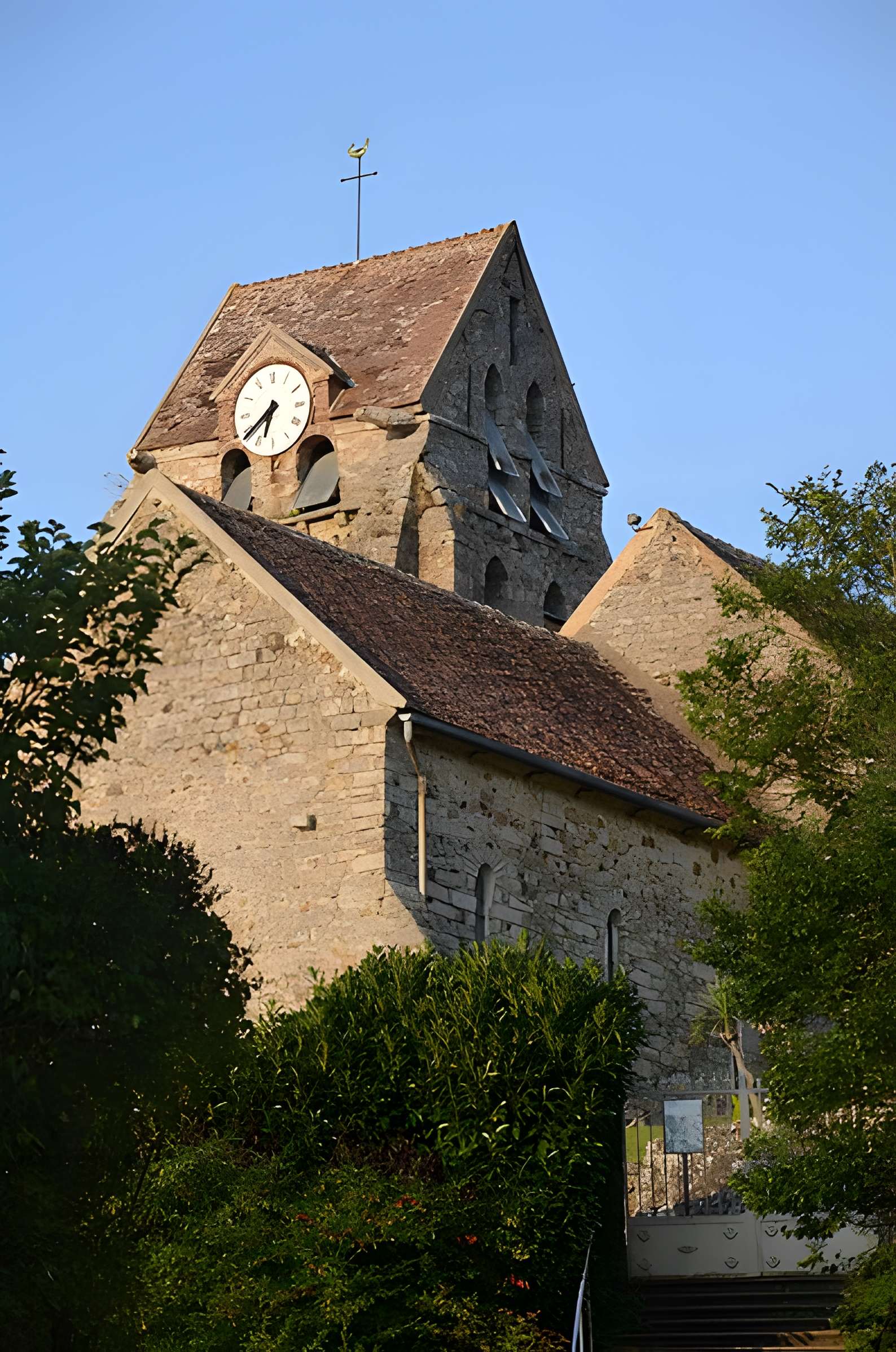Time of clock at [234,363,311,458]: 6:38
